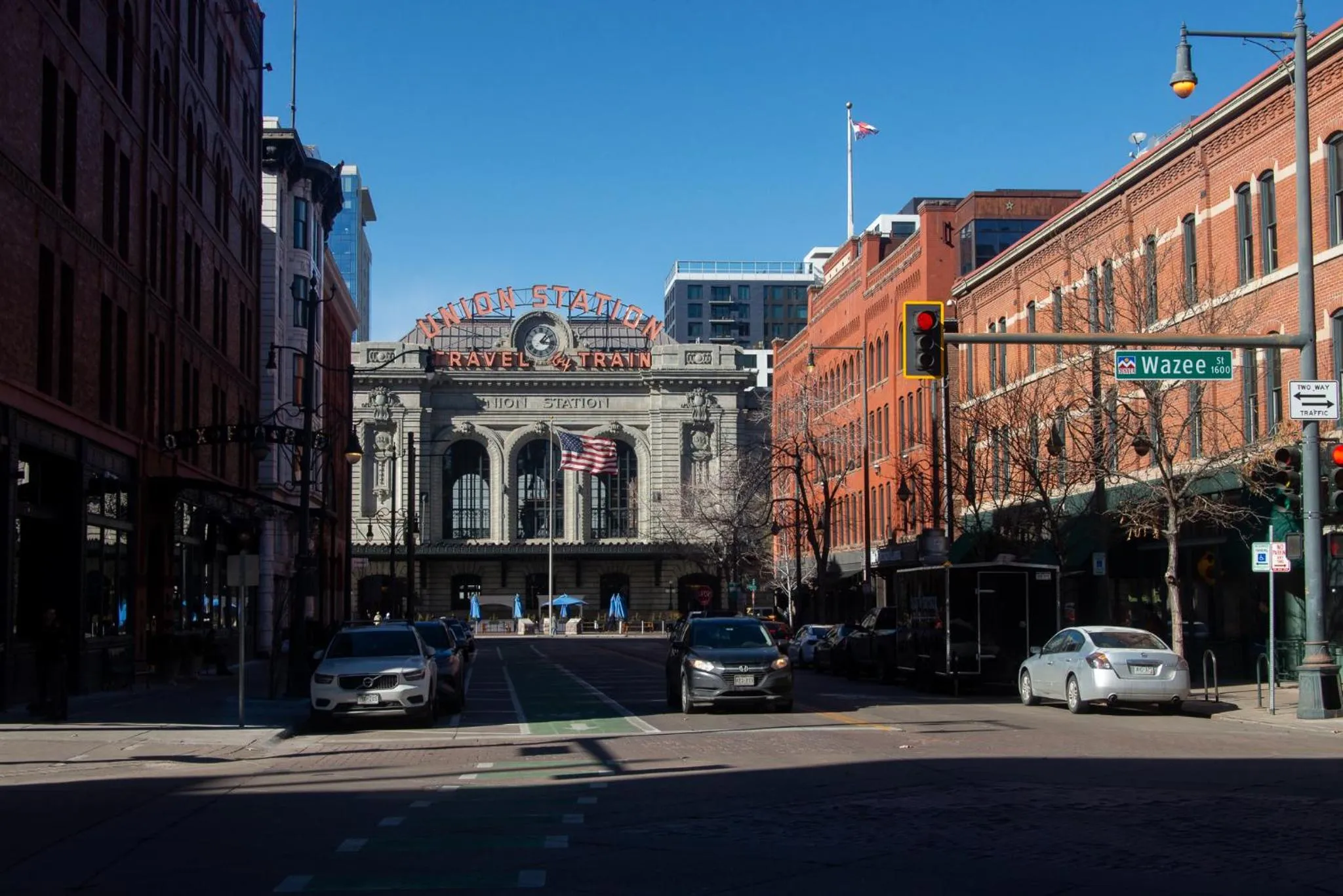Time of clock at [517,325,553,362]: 1:16
